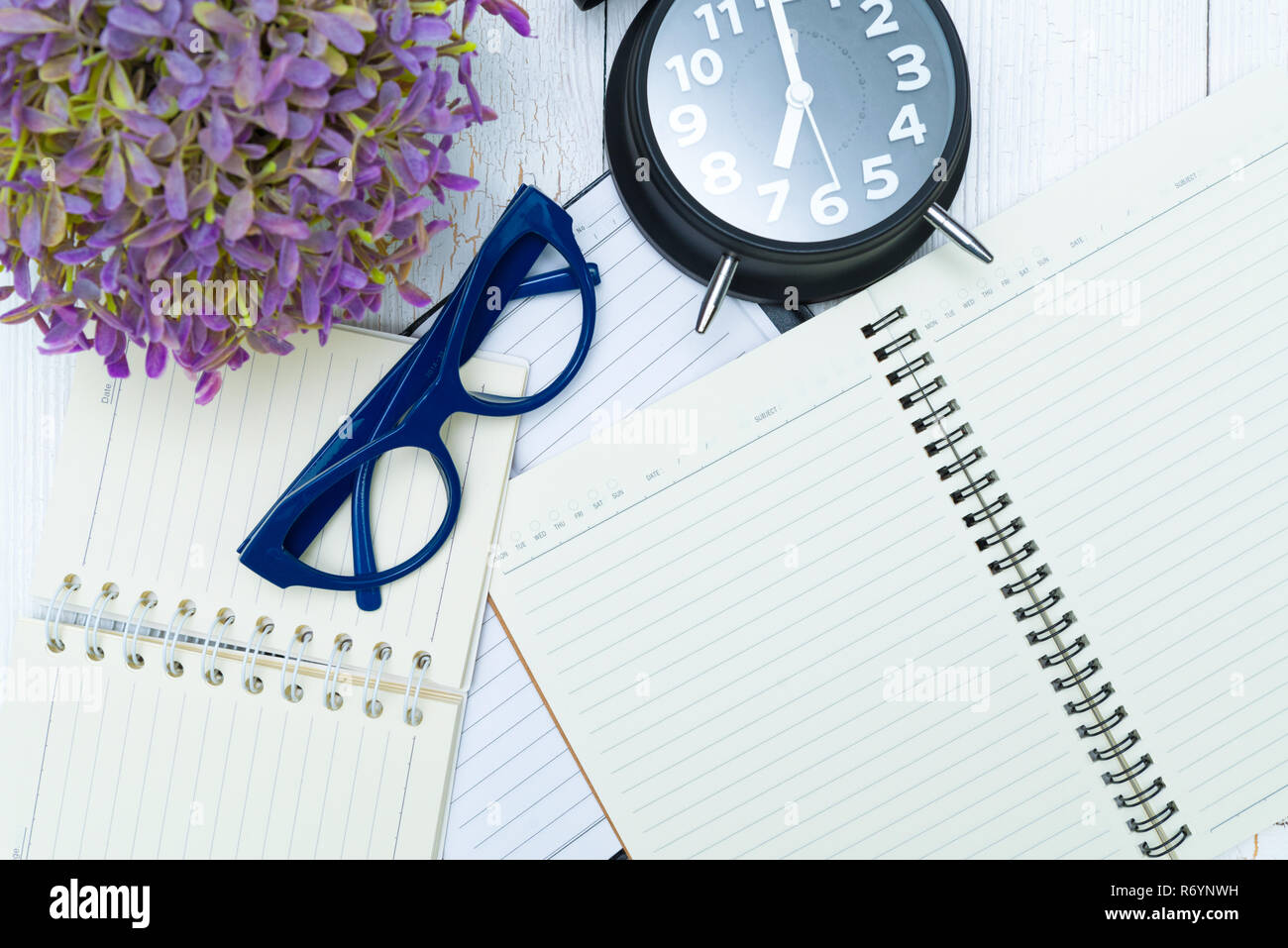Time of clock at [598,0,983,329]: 7:00
